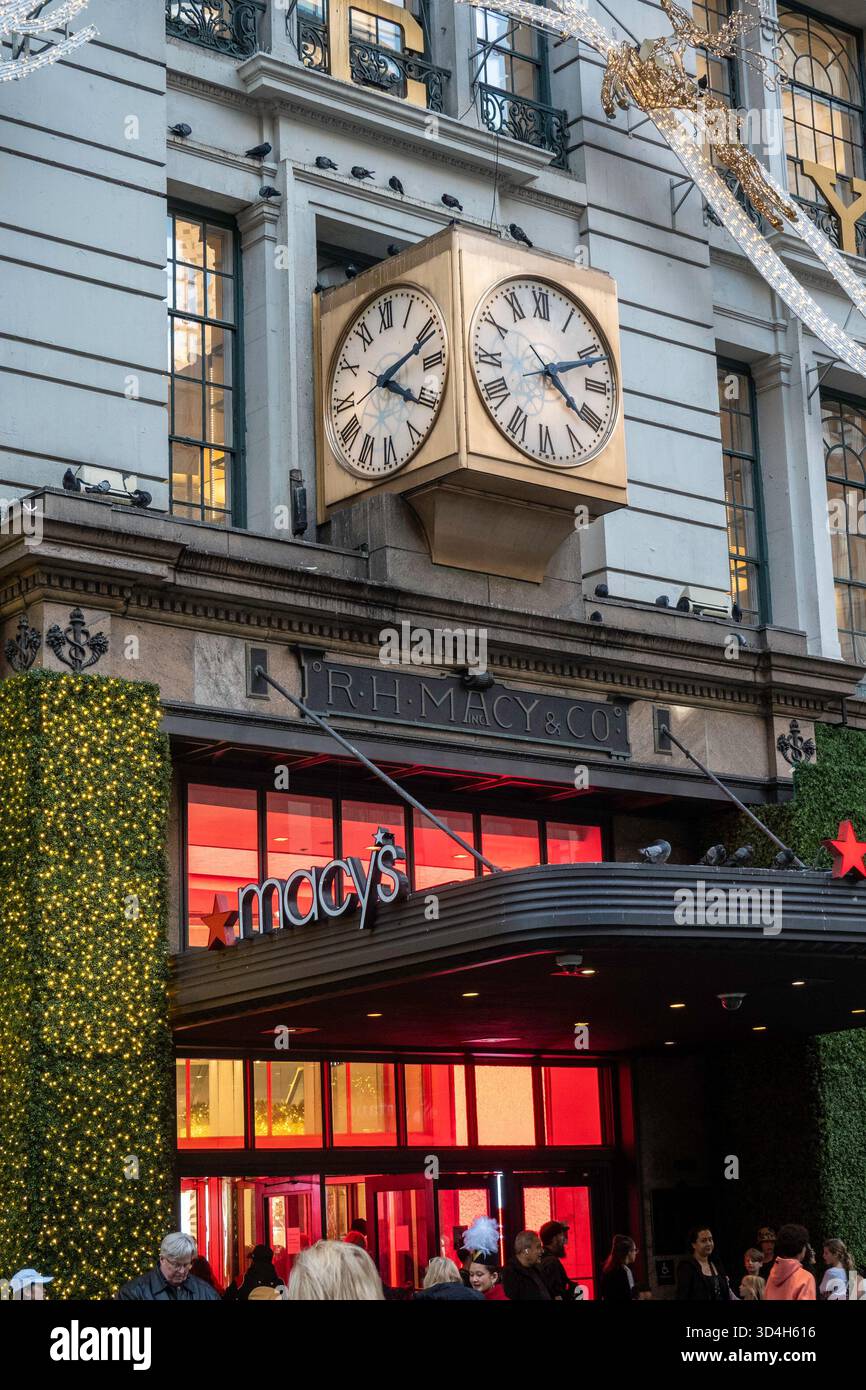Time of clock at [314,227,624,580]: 4:10
